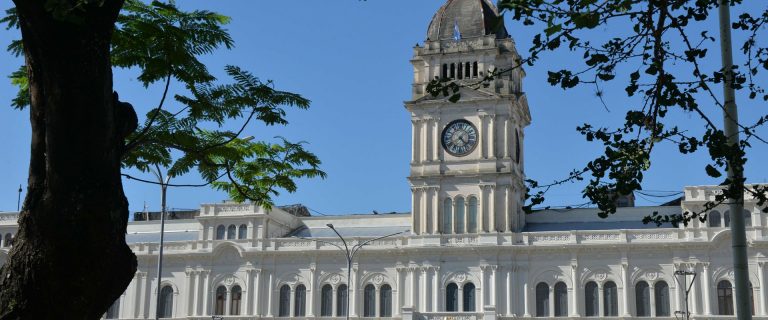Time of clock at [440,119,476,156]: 4:40
